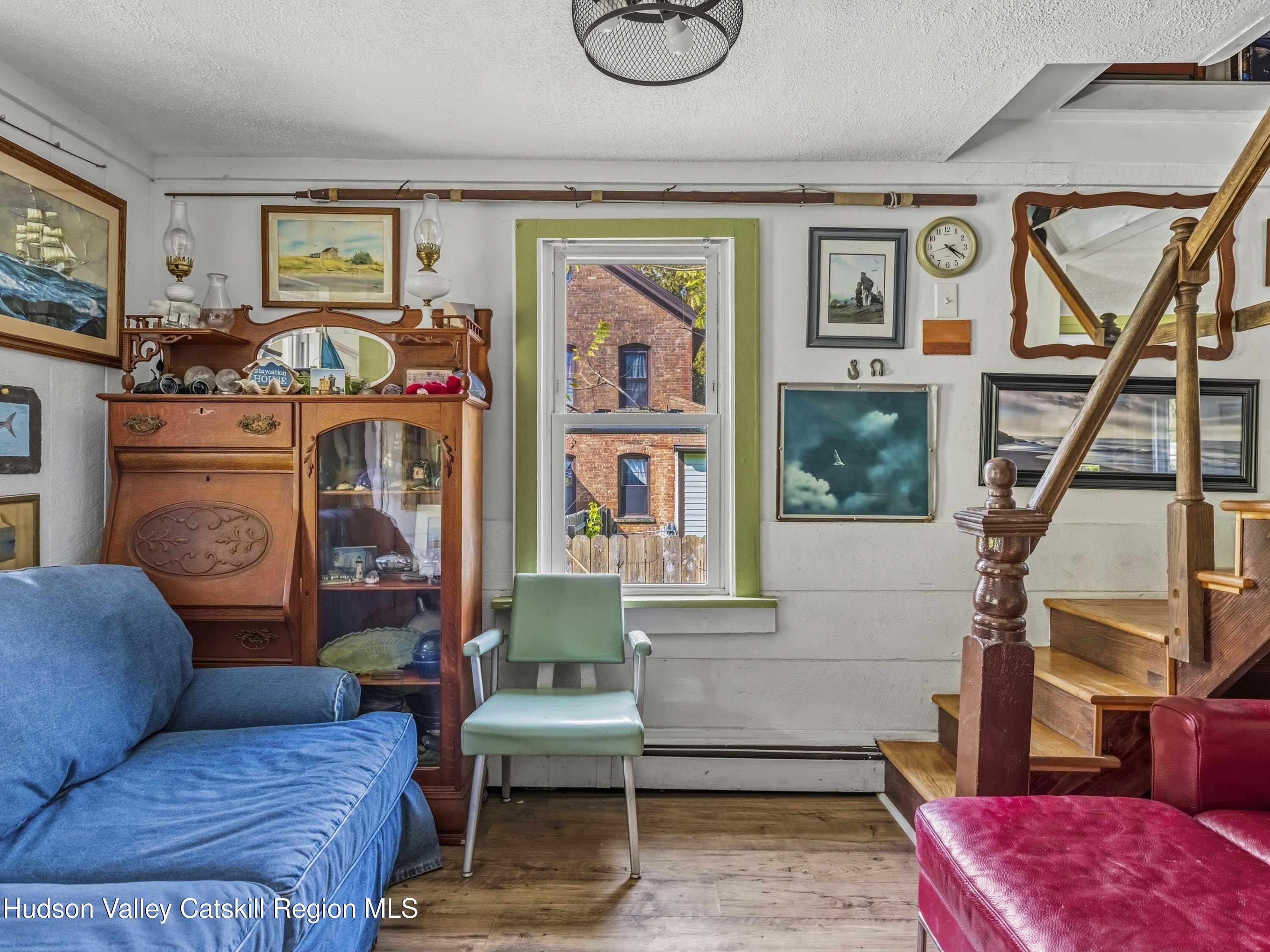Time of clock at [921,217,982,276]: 4:19
